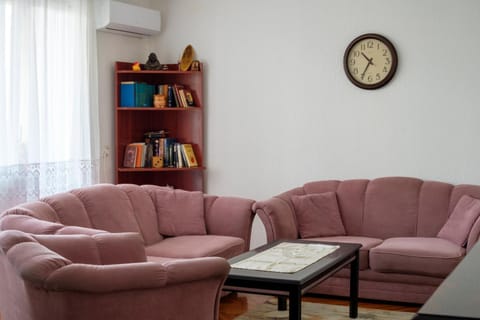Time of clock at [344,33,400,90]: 10:34
